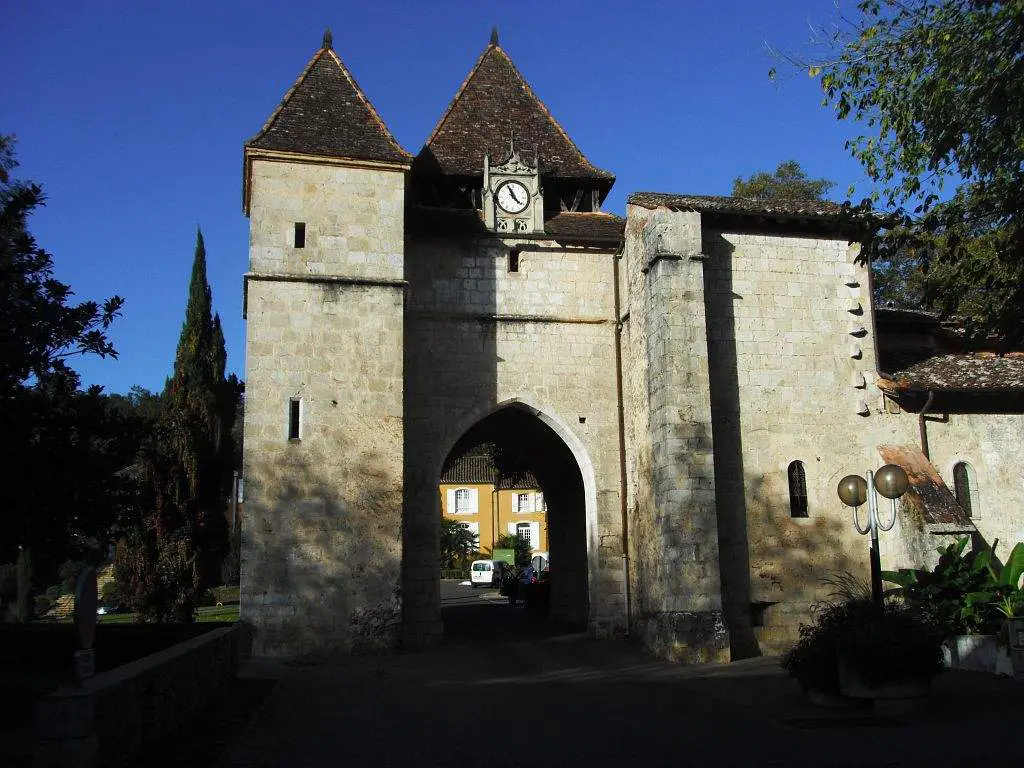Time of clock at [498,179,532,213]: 11:21
